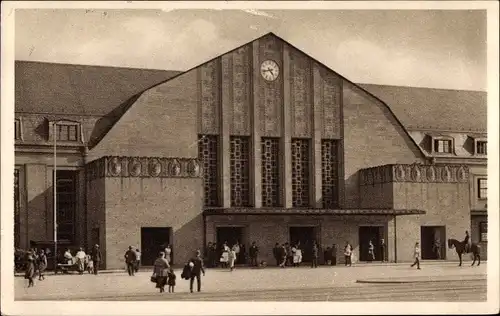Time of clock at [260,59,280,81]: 4:42
